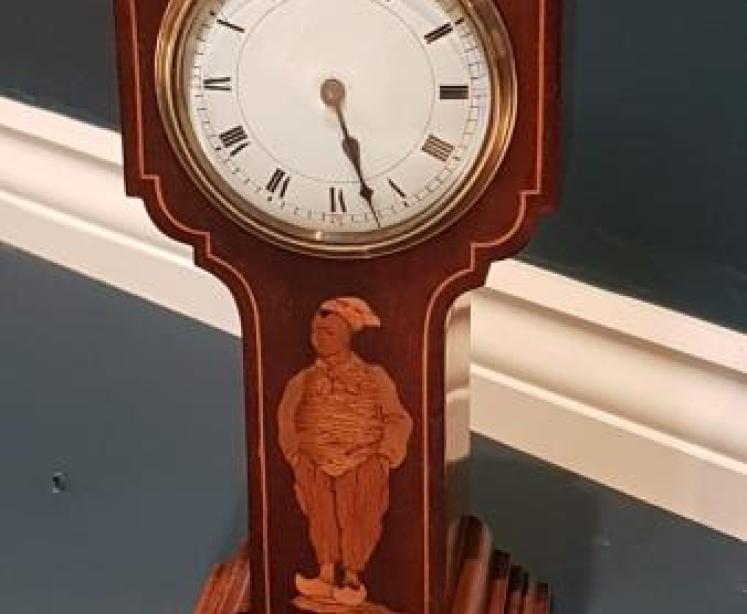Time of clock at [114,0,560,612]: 5:27
